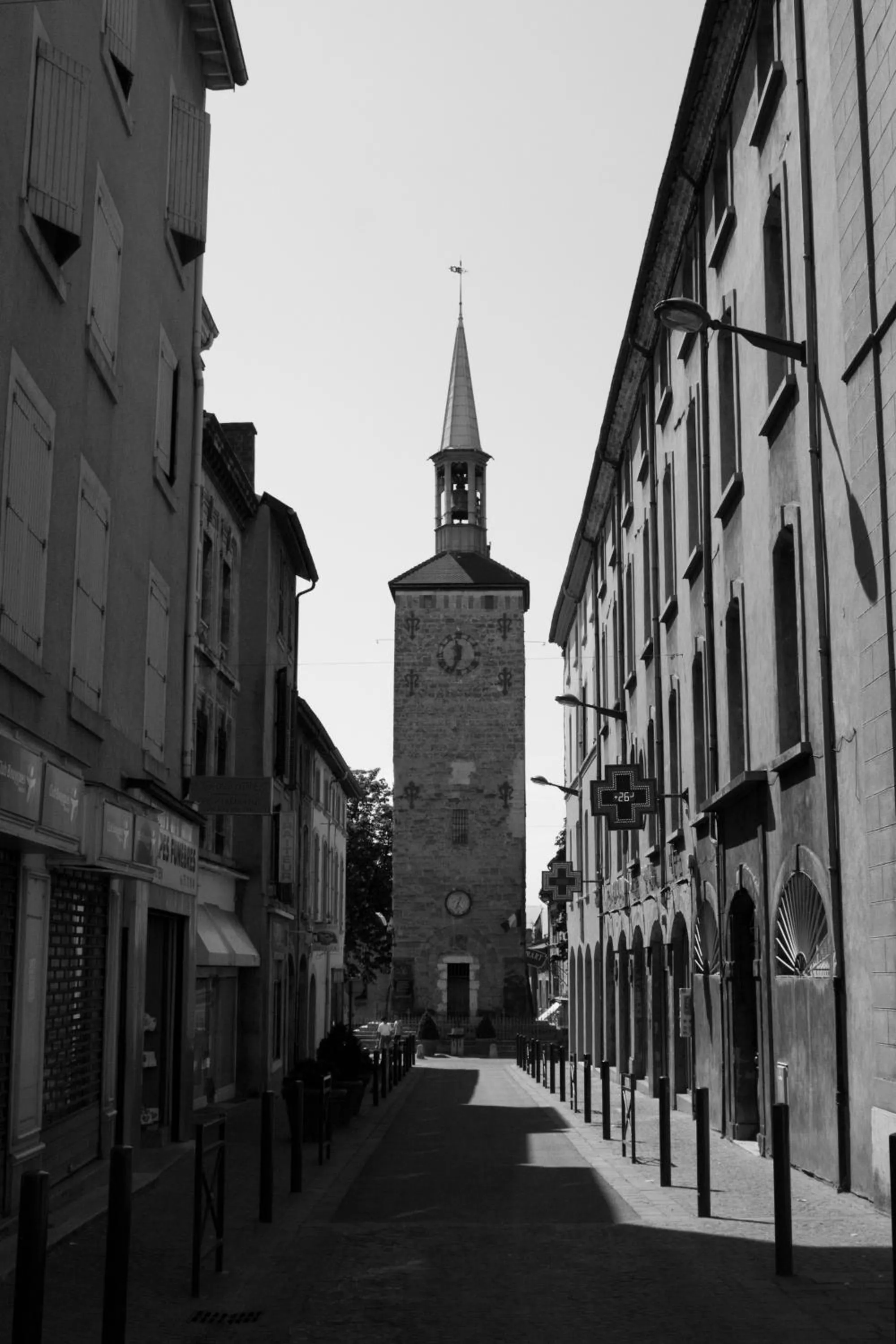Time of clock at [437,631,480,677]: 11:33
